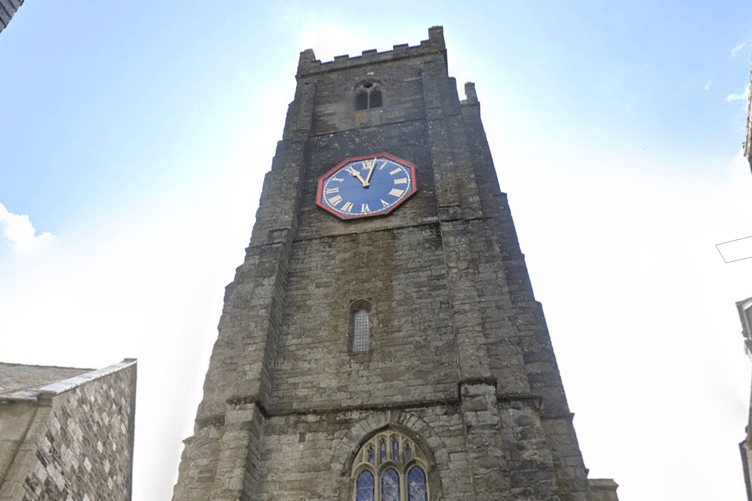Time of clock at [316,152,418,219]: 11:02
